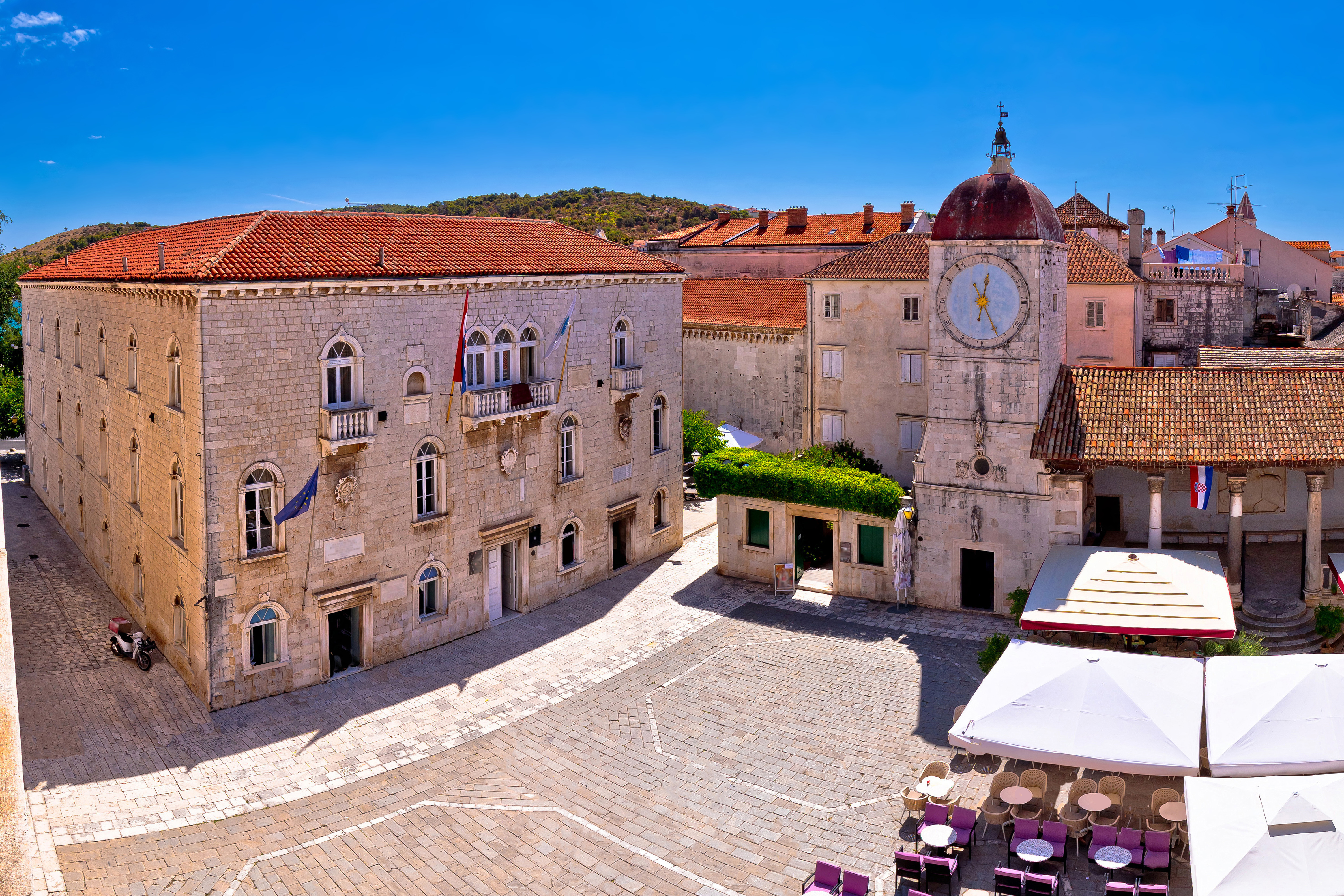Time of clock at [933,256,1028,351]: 12:25
